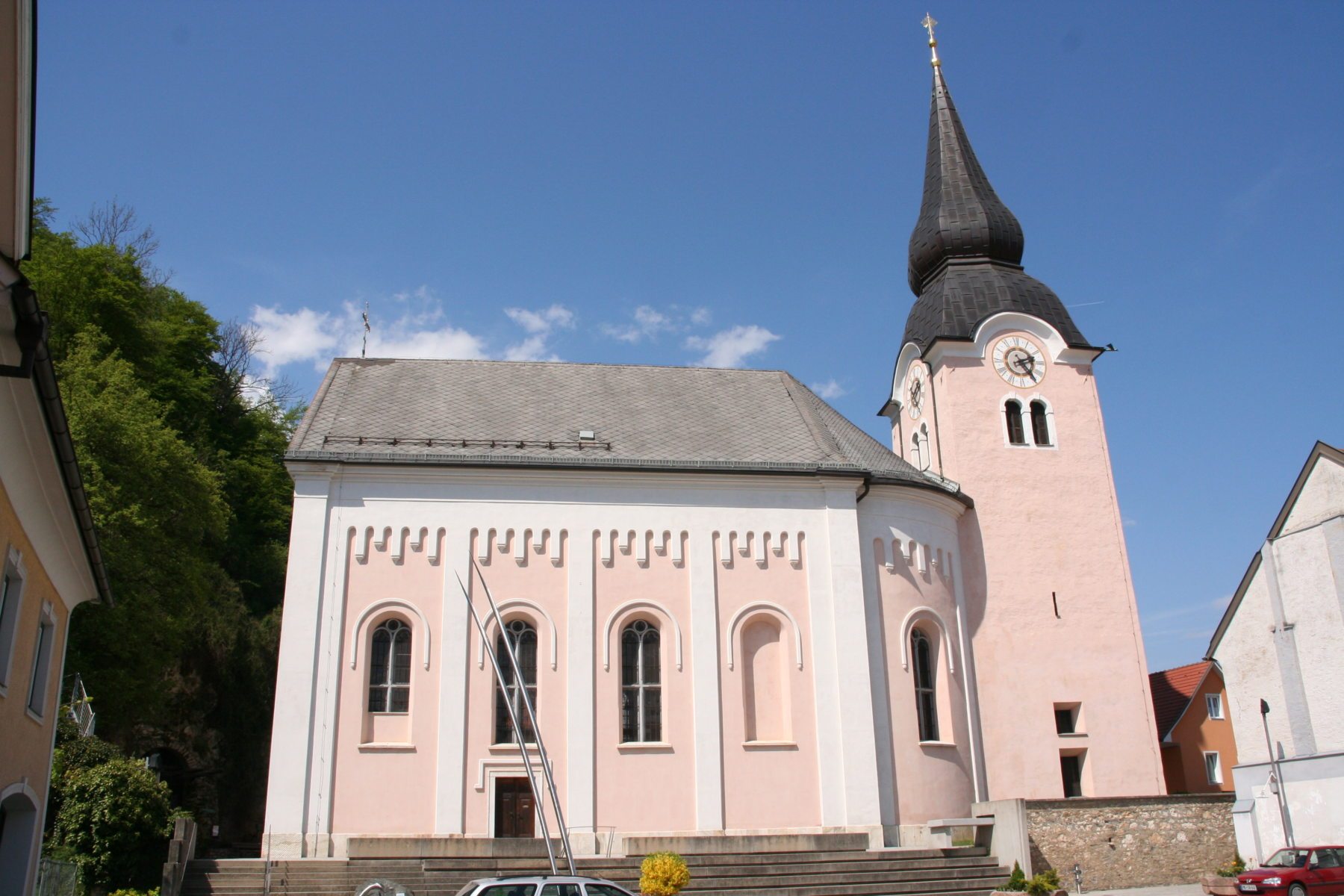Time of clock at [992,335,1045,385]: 2:23
